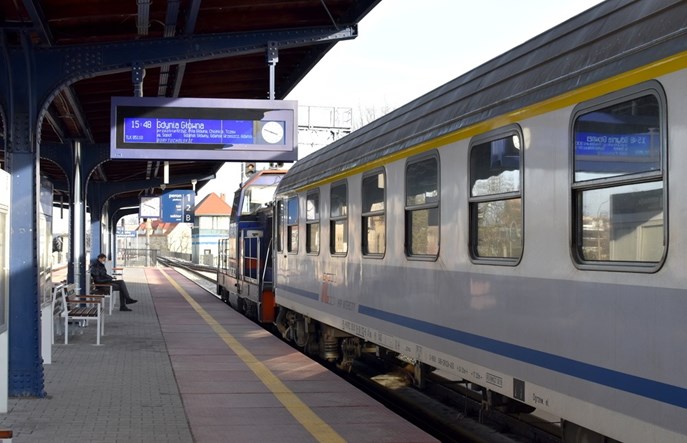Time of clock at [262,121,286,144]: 3:48
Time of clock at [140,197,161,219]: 3:48
